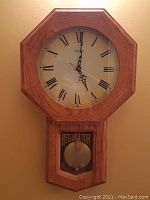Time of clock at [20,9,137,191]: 5:00
